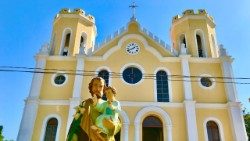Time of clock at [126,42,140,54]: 1:41
